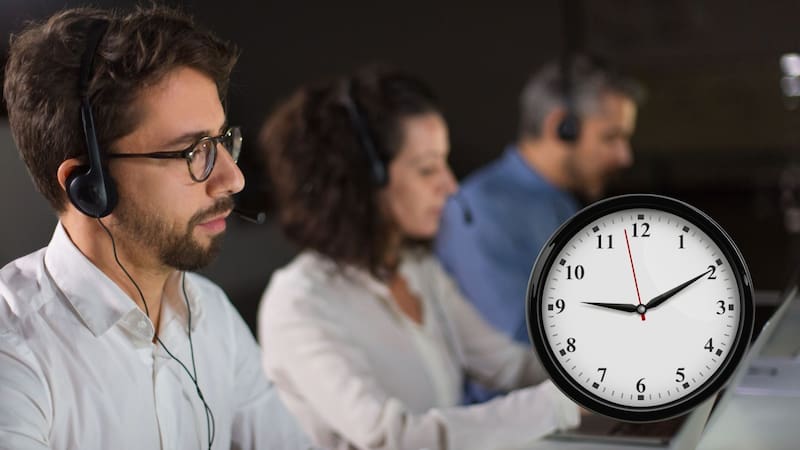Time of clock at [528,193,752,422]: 9:10
